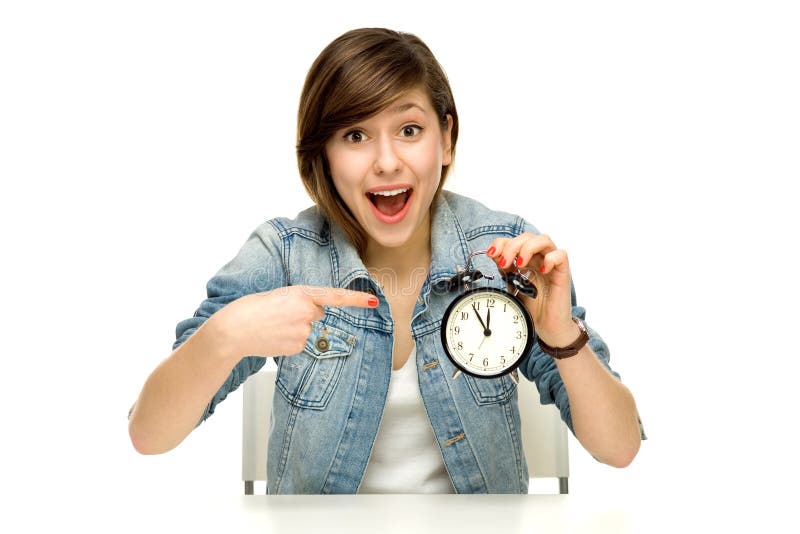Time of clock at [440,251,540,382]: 11:54
